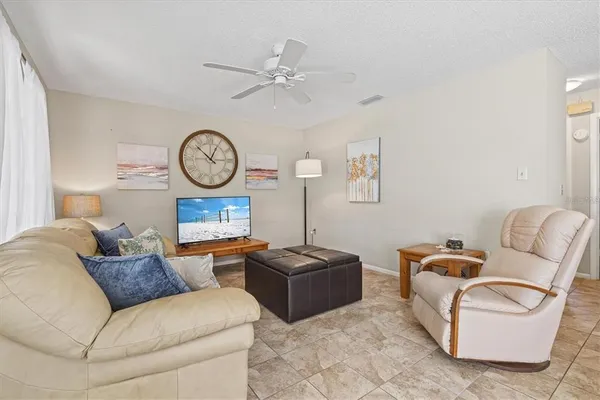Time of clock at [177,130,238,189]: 12:52
